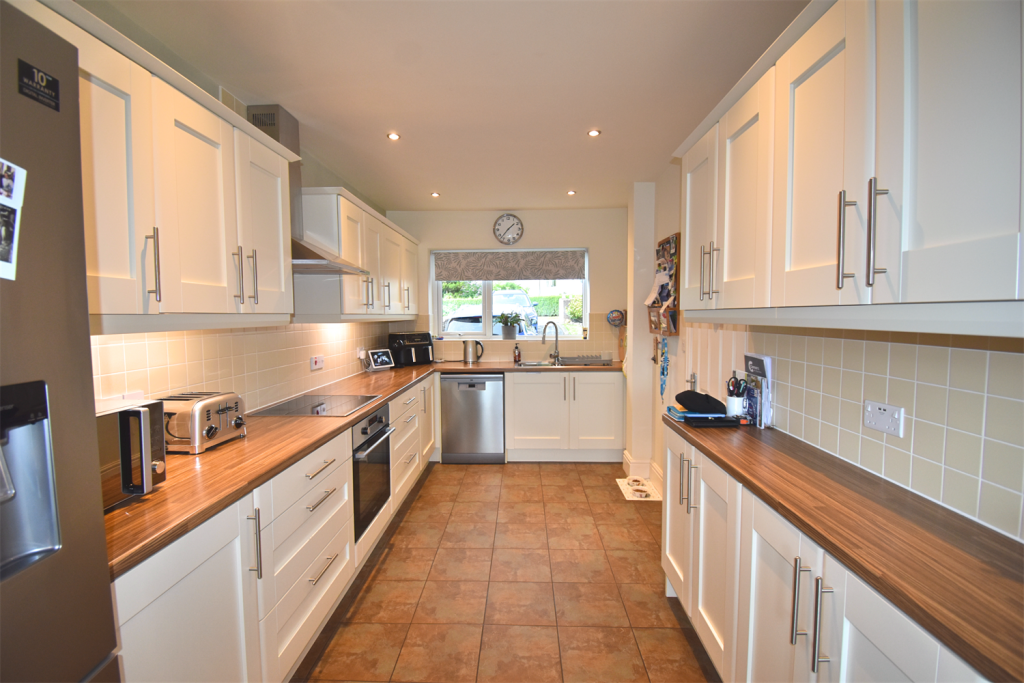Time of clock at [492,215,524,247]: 1:37
